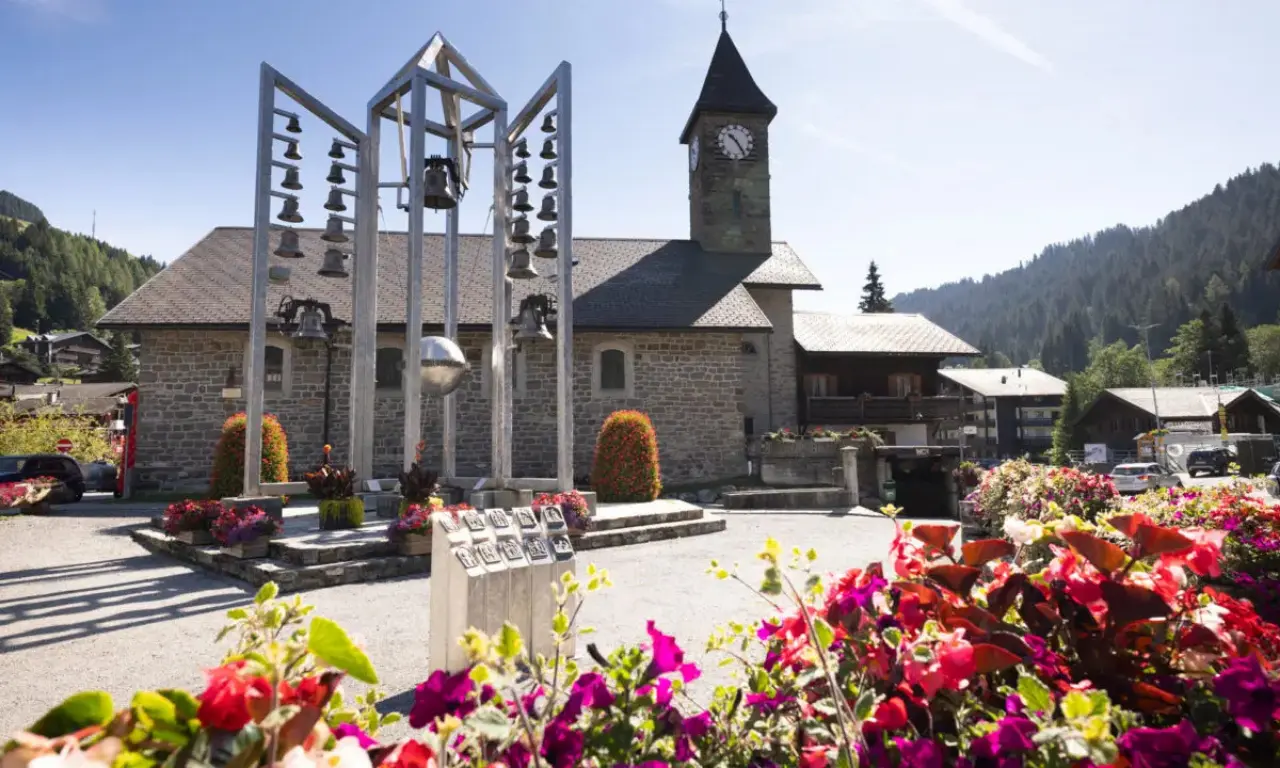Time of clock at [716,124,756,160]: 10:24
